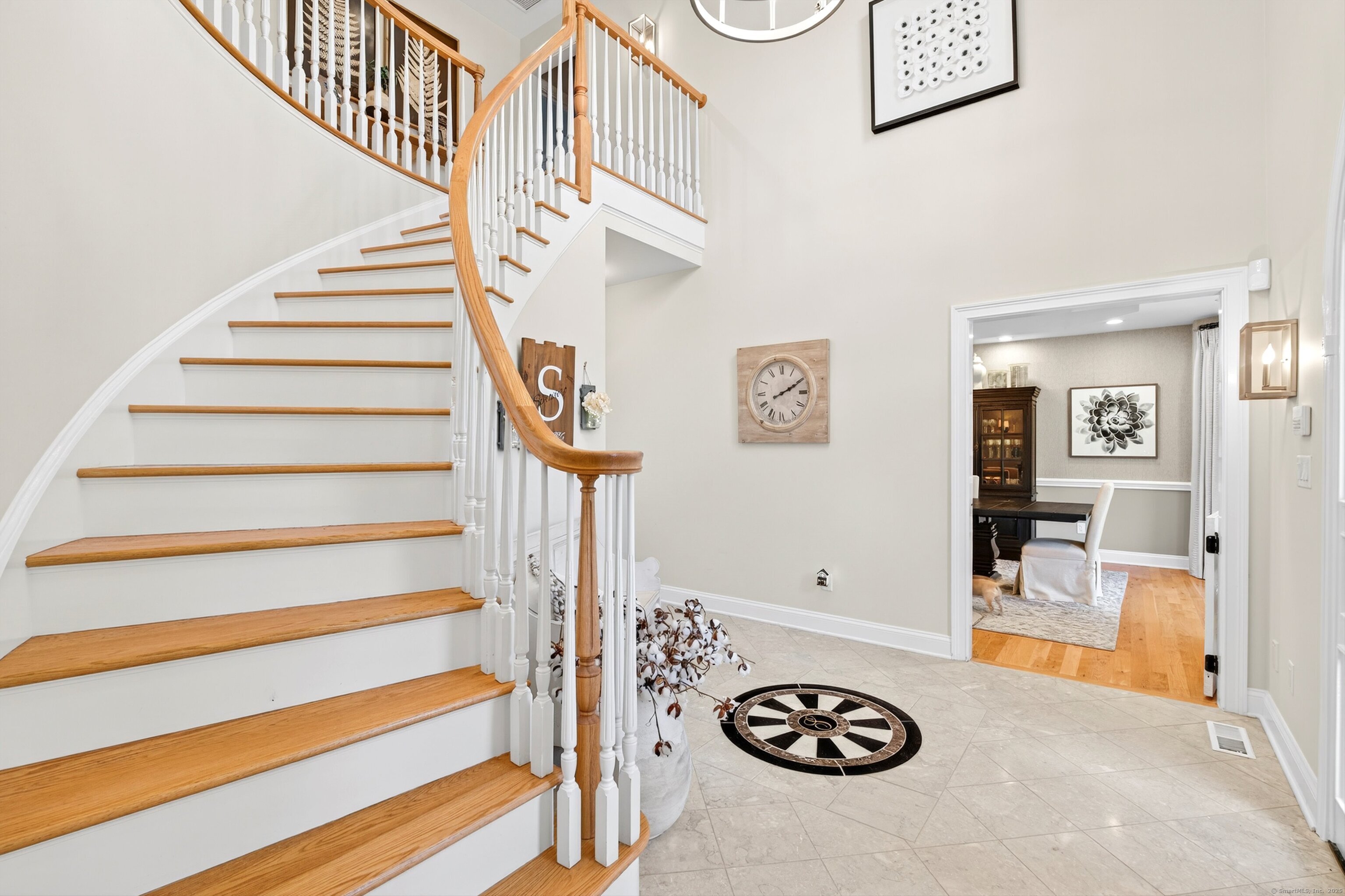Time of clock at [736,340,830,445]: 2:10
